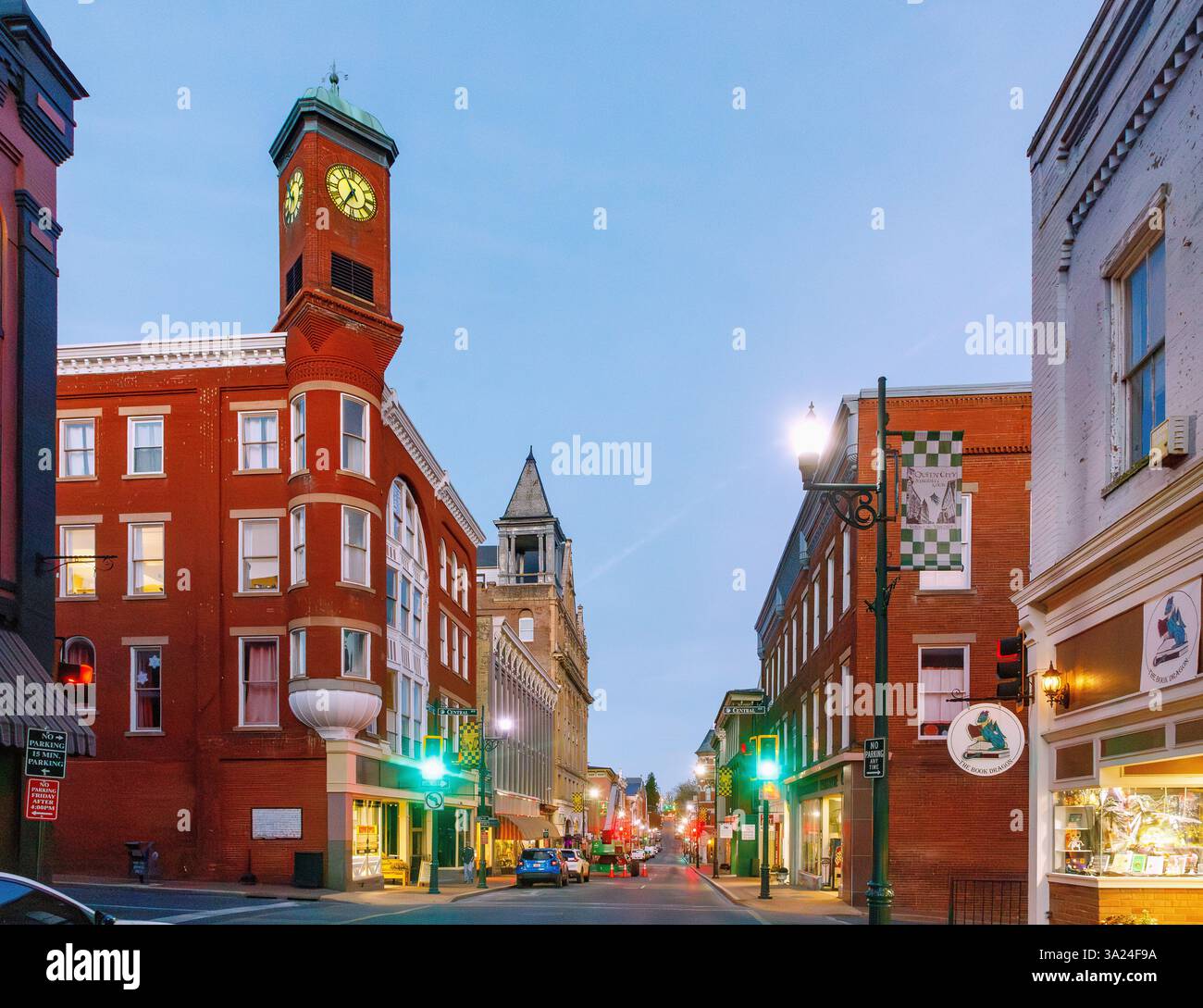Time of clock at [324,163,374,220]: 6:55
